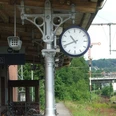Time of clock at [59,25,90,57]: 10:41
